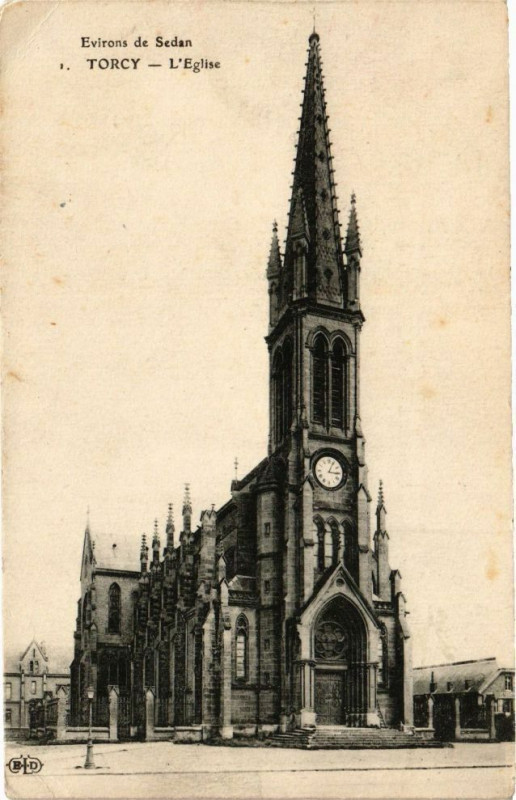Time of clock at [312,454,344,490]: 3:04
